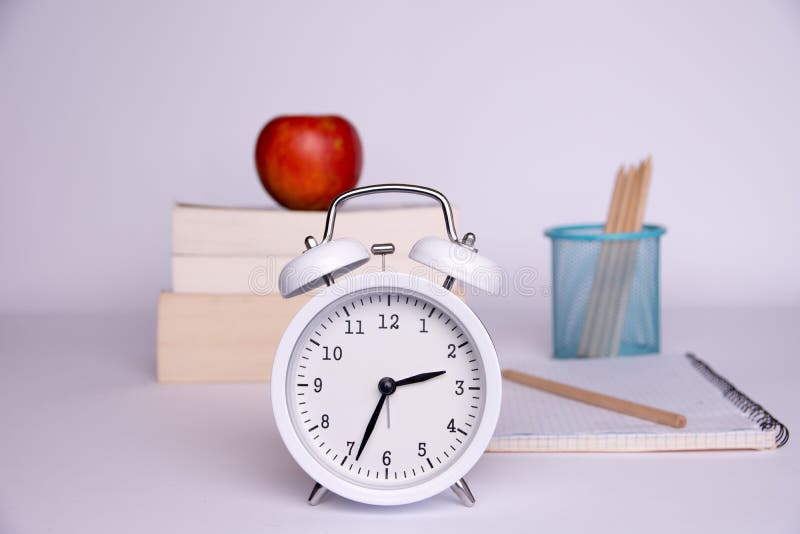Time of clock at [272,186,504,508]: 2:33
